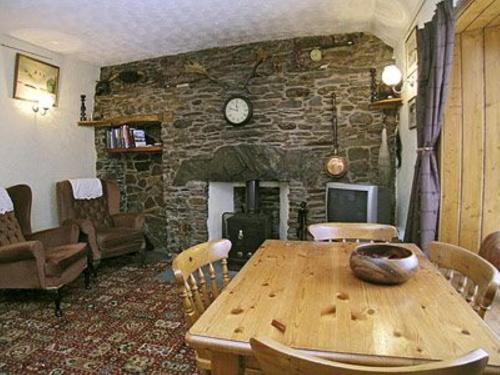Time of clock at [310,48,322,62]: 4:42
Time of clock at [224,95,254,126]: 11:47
